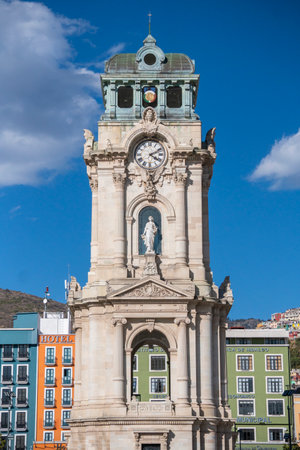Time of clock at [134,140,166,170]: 4:10
